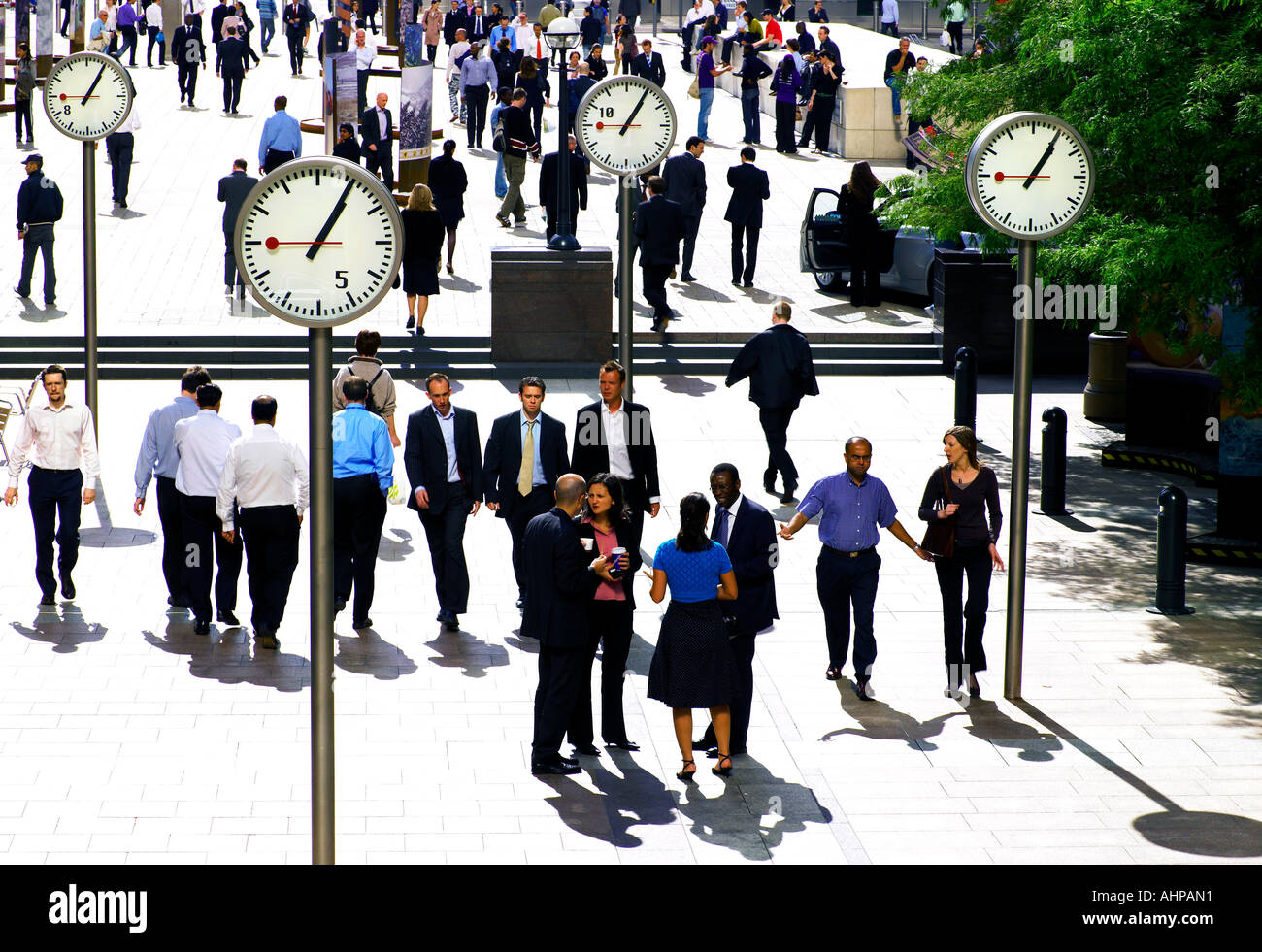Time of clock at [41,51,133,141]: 1:05
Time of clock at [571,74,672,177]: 1:05
